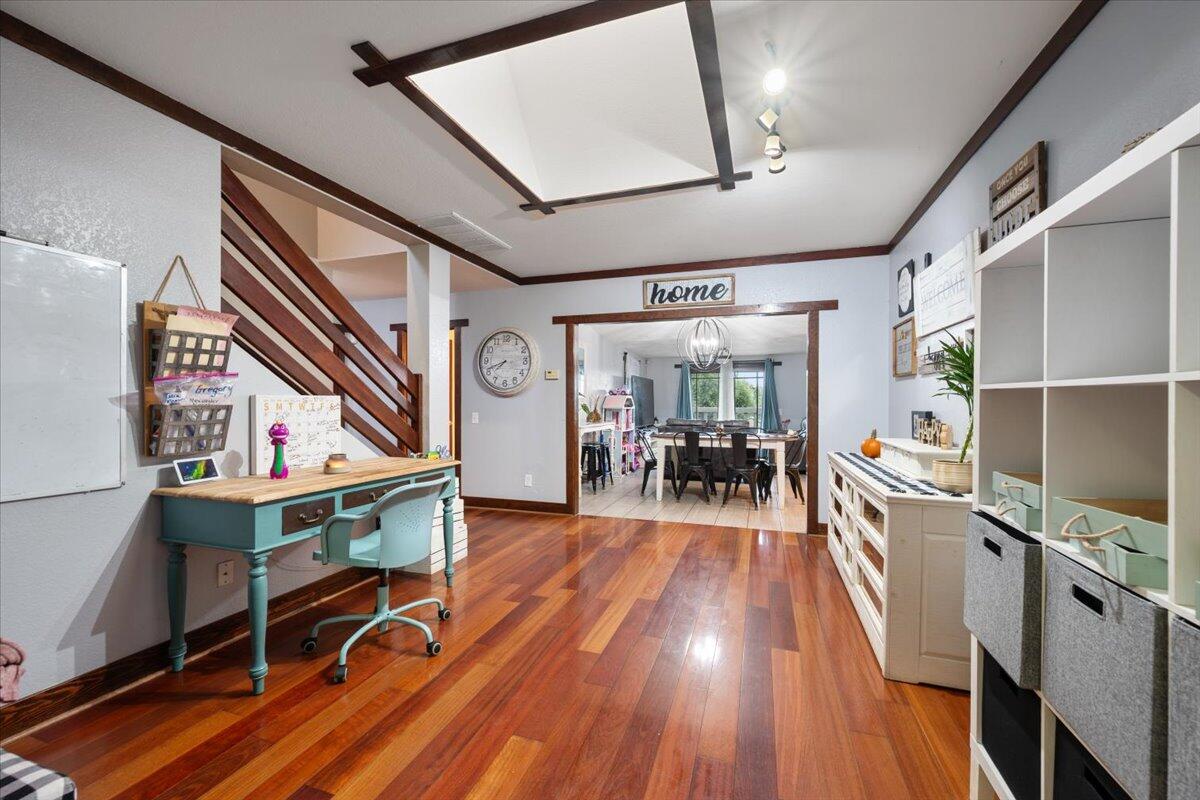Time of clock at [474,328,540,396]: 7:41
